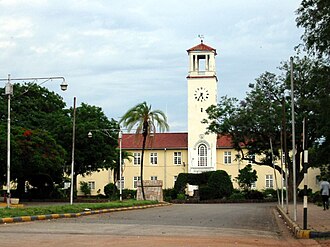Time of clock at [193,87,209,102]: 5:35
